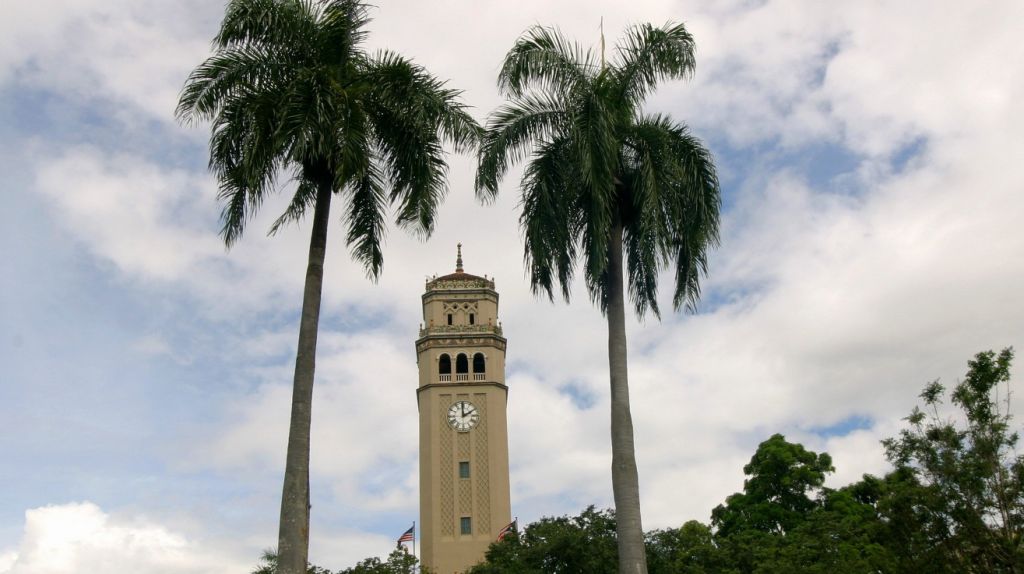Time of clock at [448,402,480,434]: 1:59
